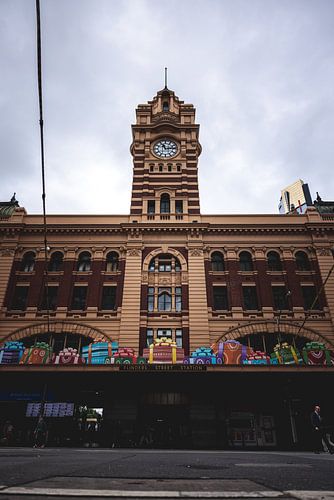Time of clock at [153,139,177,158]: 11:13
